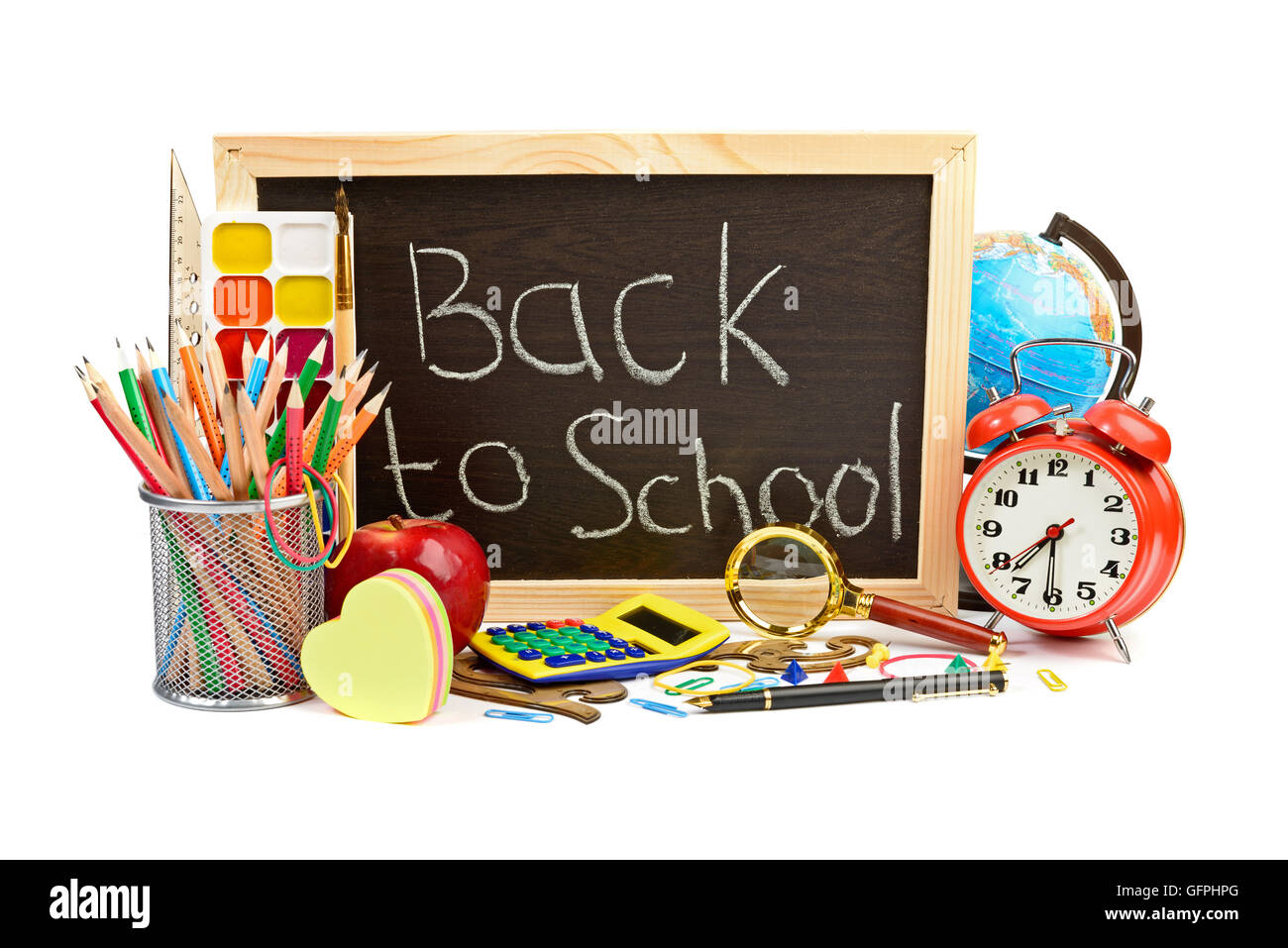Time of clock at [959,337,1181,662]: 7:30
